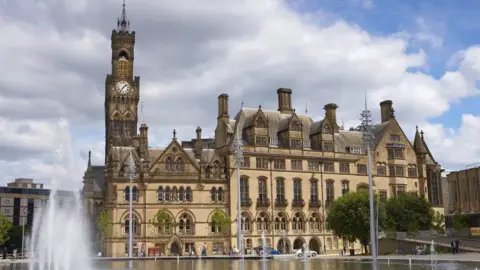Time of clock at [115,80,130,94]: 1:36
